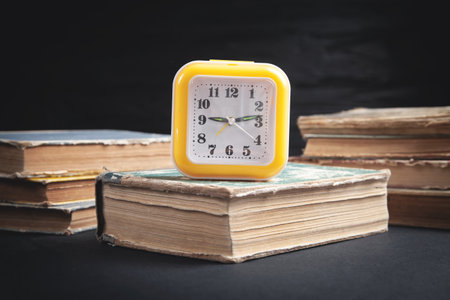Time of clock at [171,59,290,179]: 9:13
